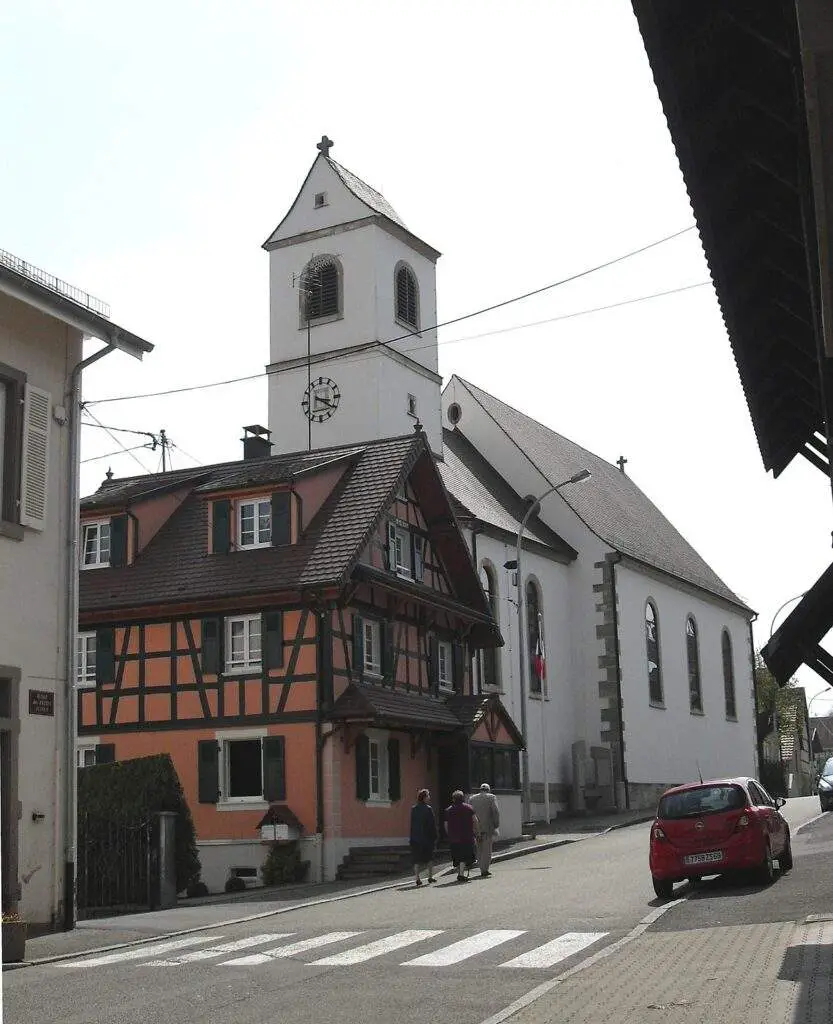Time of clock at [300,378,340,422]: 3:20
